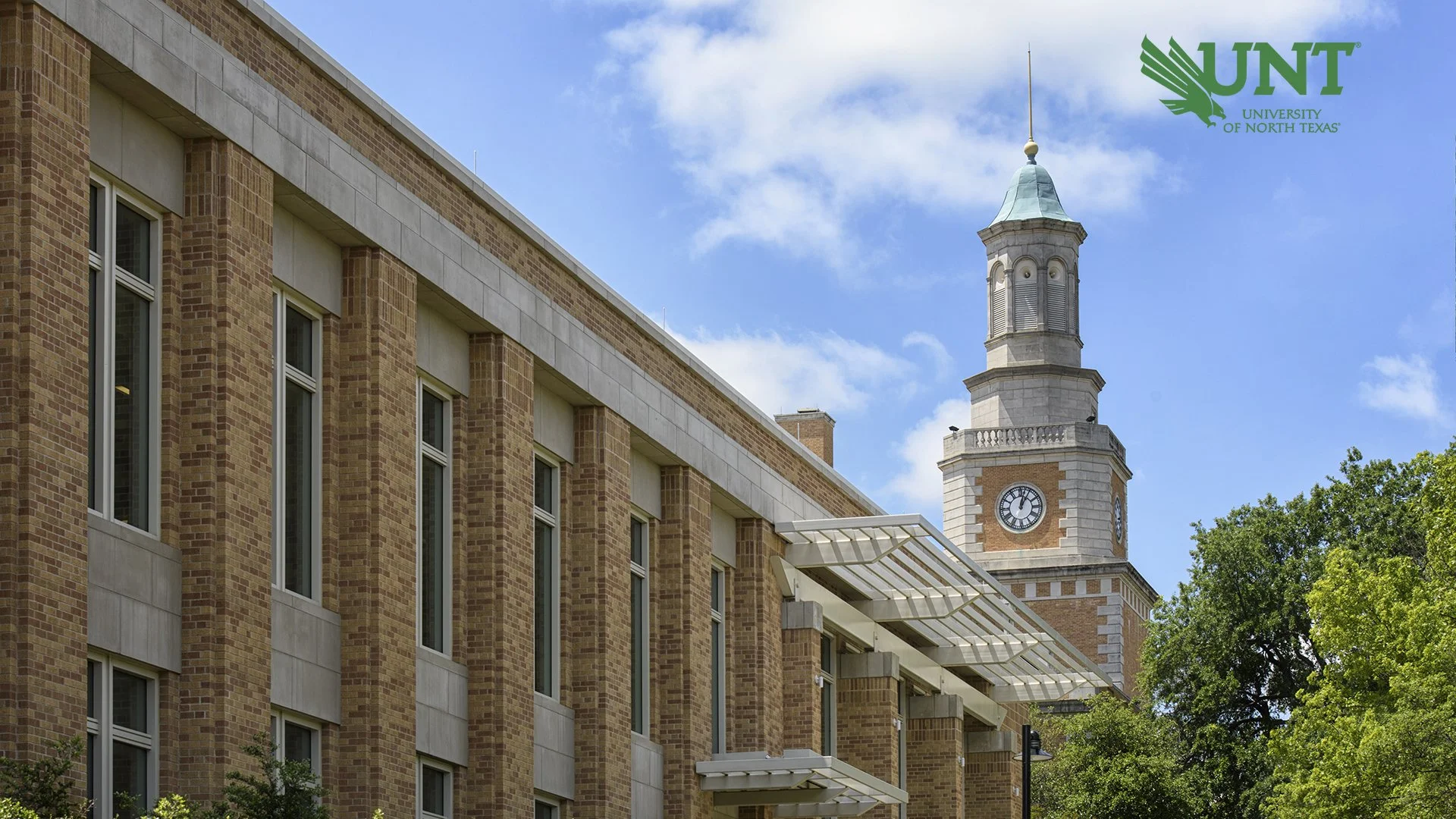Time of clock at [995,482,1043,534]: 1:02
